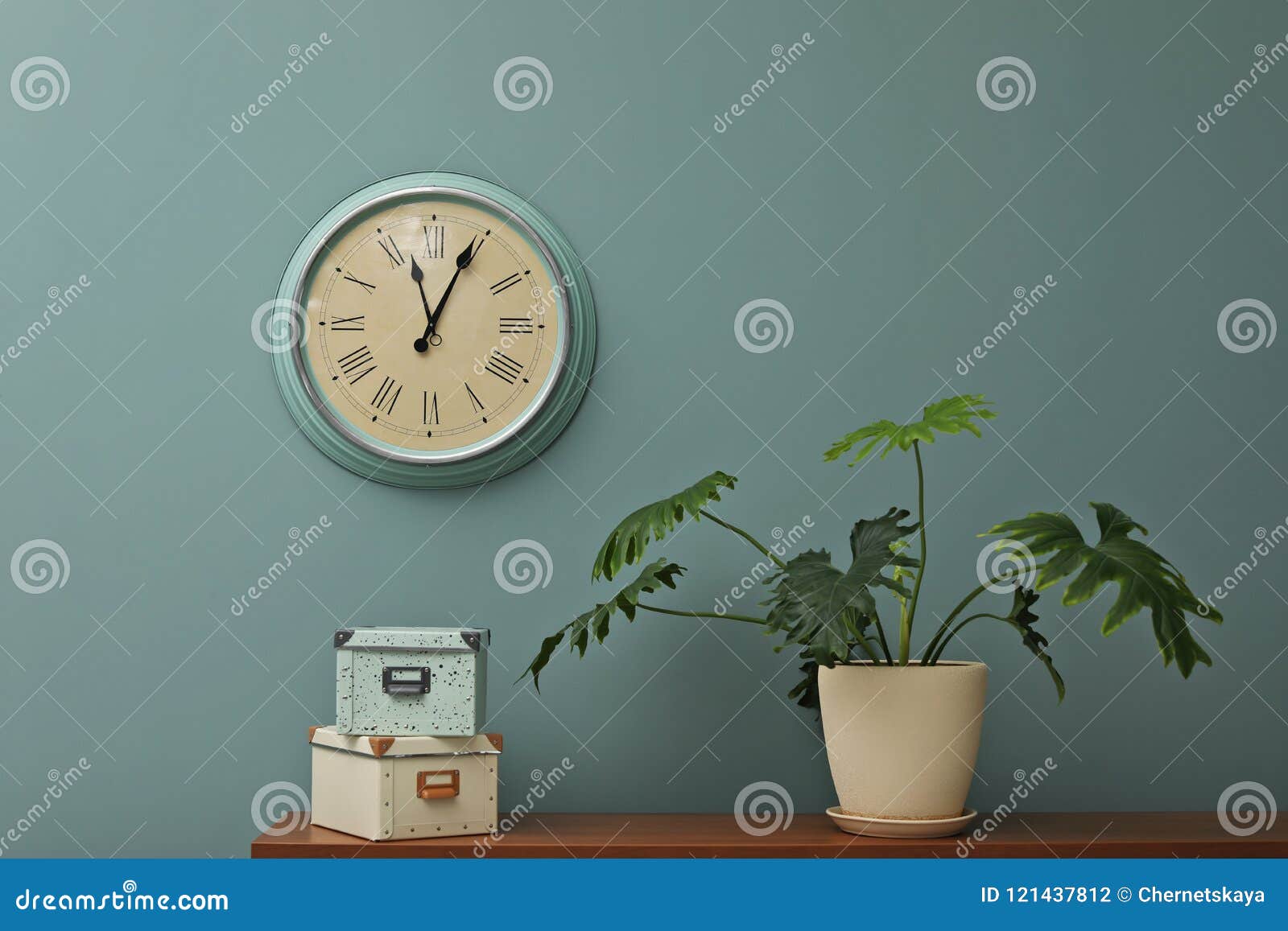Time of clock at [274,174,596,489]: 11:04
